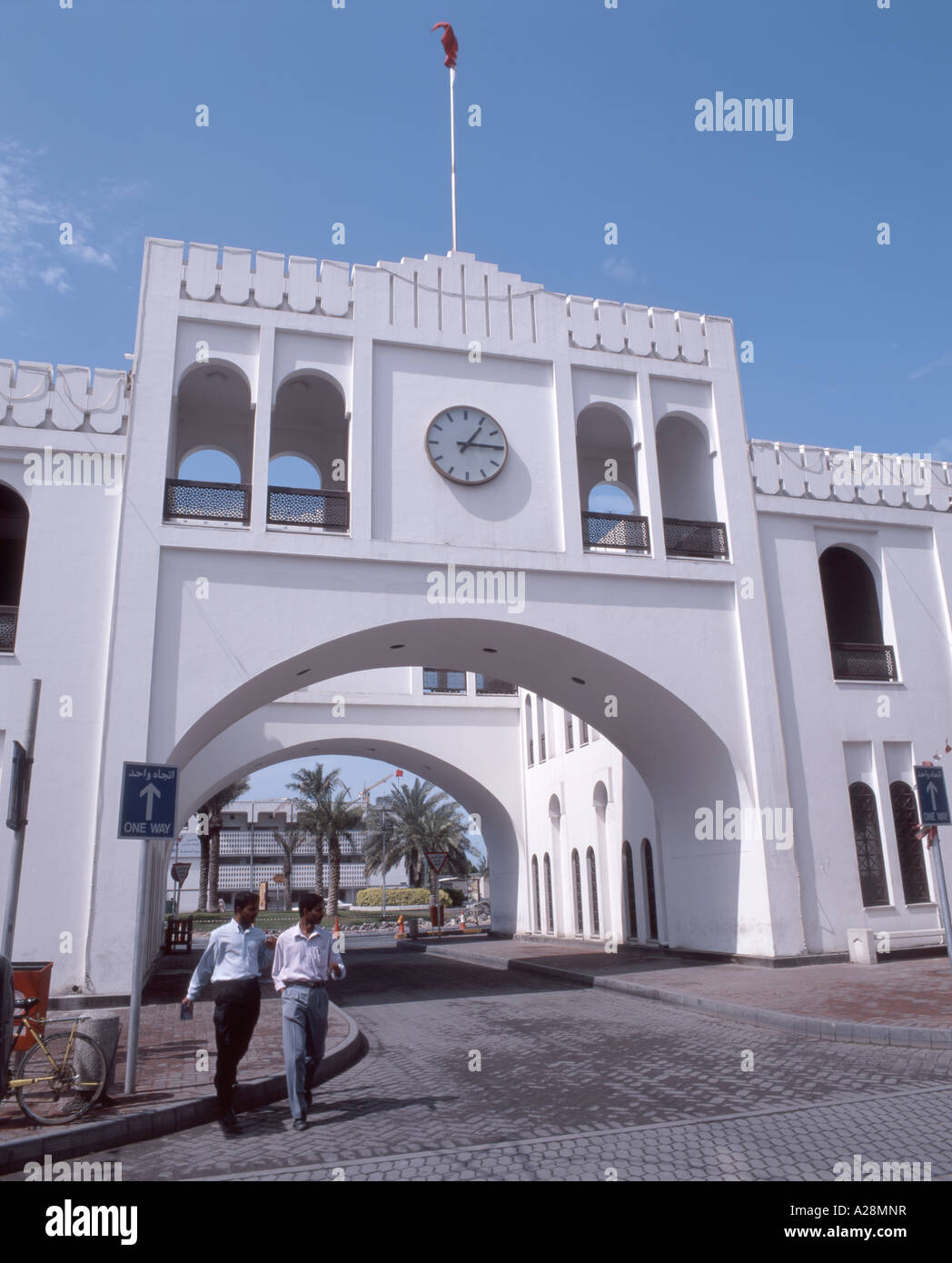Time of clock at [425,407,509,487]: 1:14
